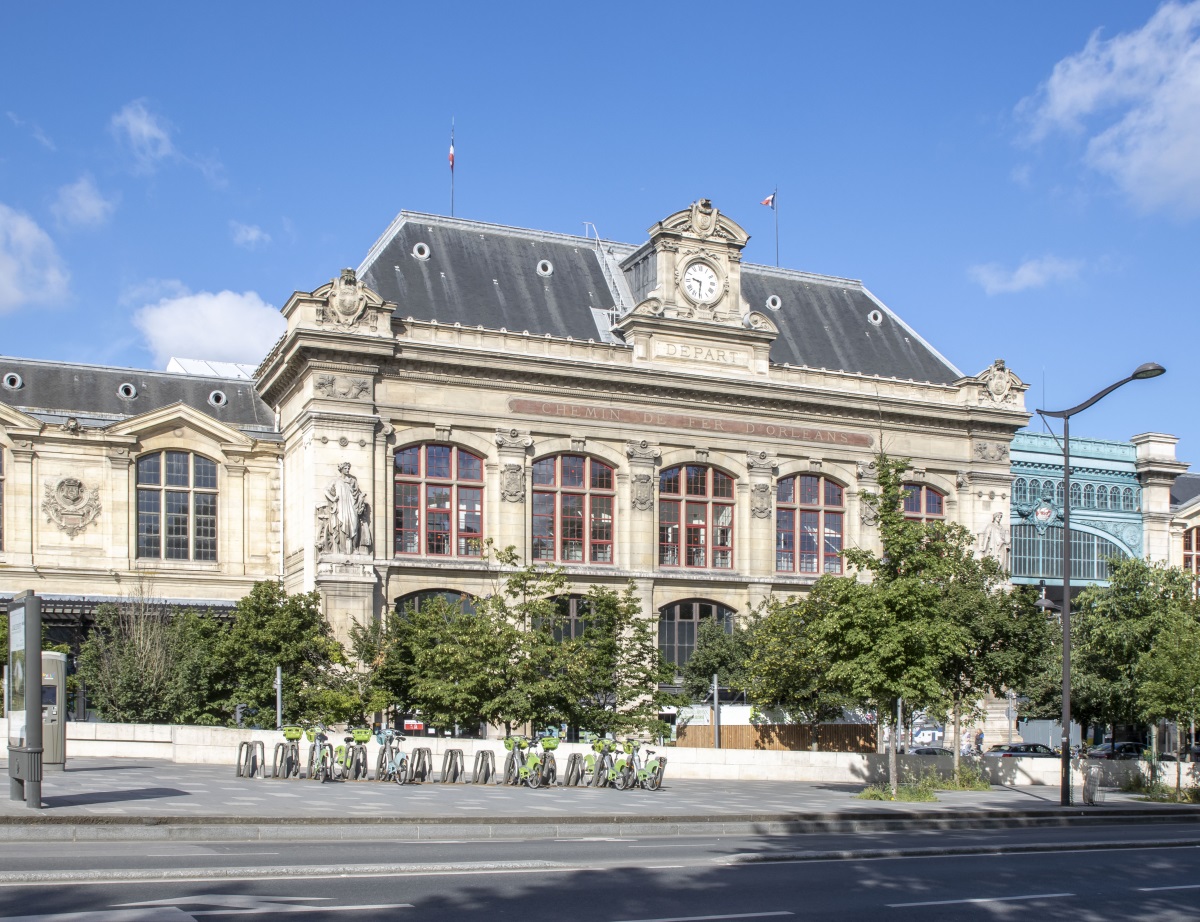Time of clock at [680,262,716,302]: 9:31
